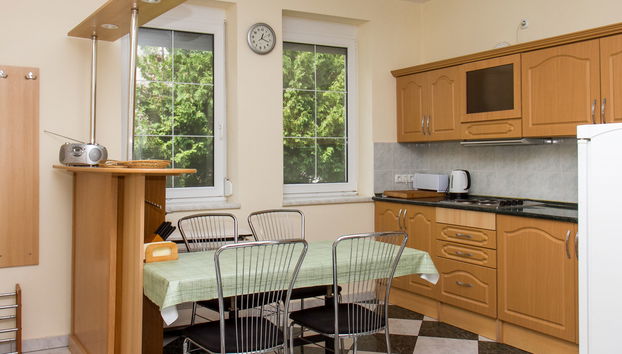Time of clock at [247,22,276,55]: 12:17
